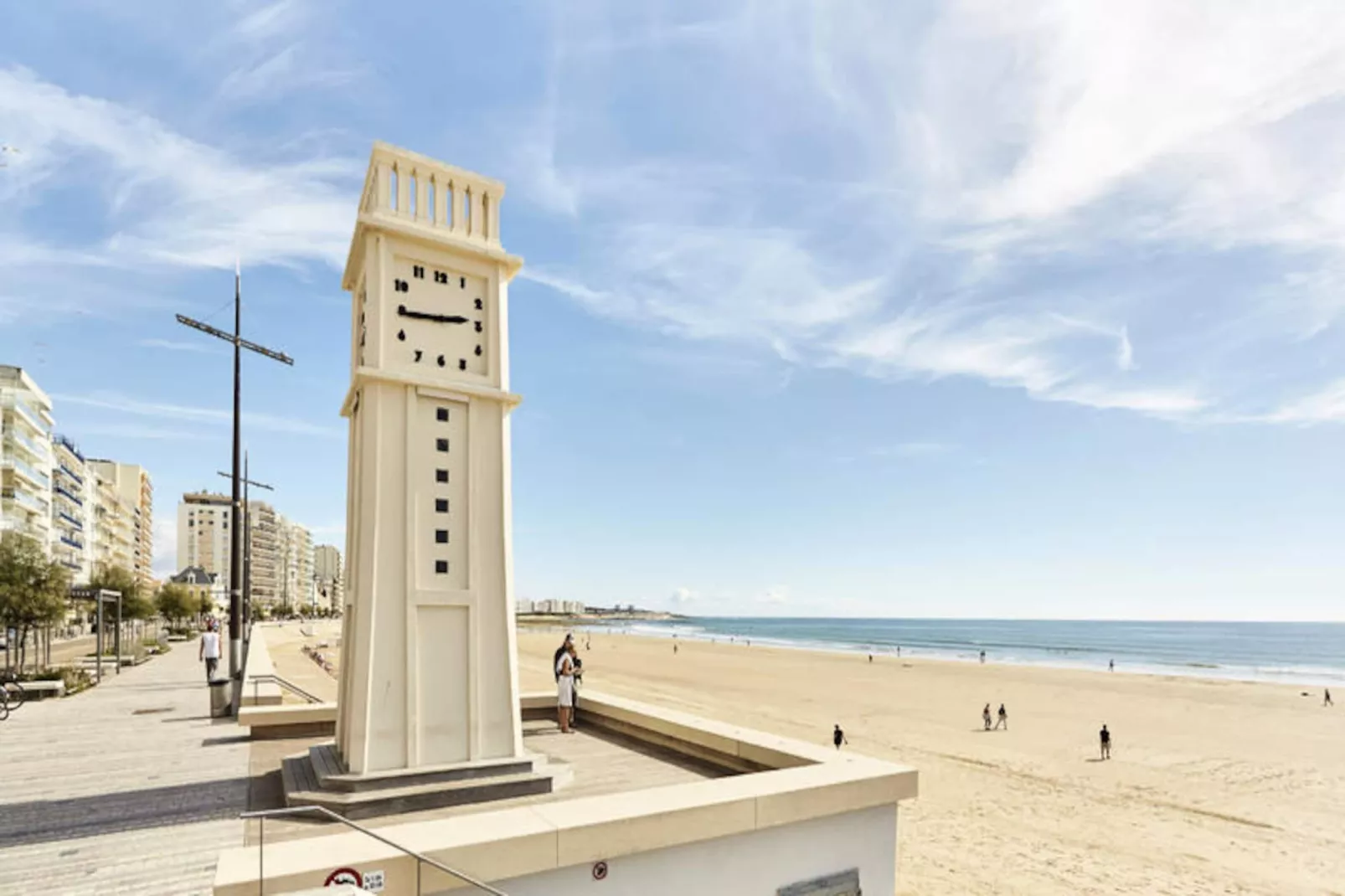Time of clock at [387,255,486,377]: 2:44
